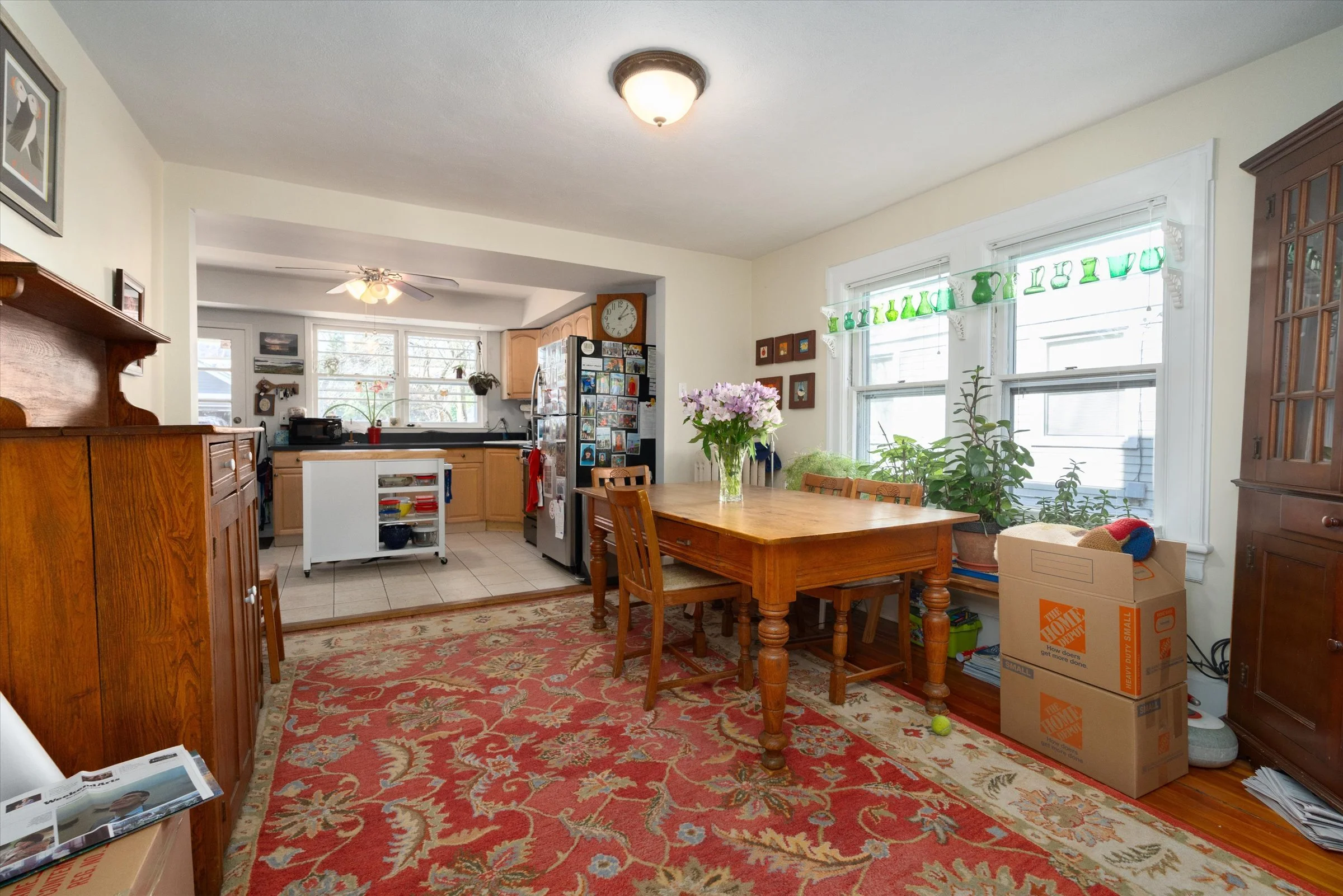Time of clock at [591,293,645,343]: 2:05
